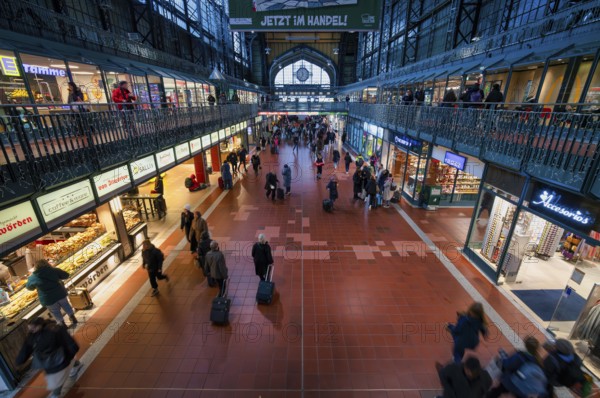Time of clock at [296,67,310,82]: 11:35
